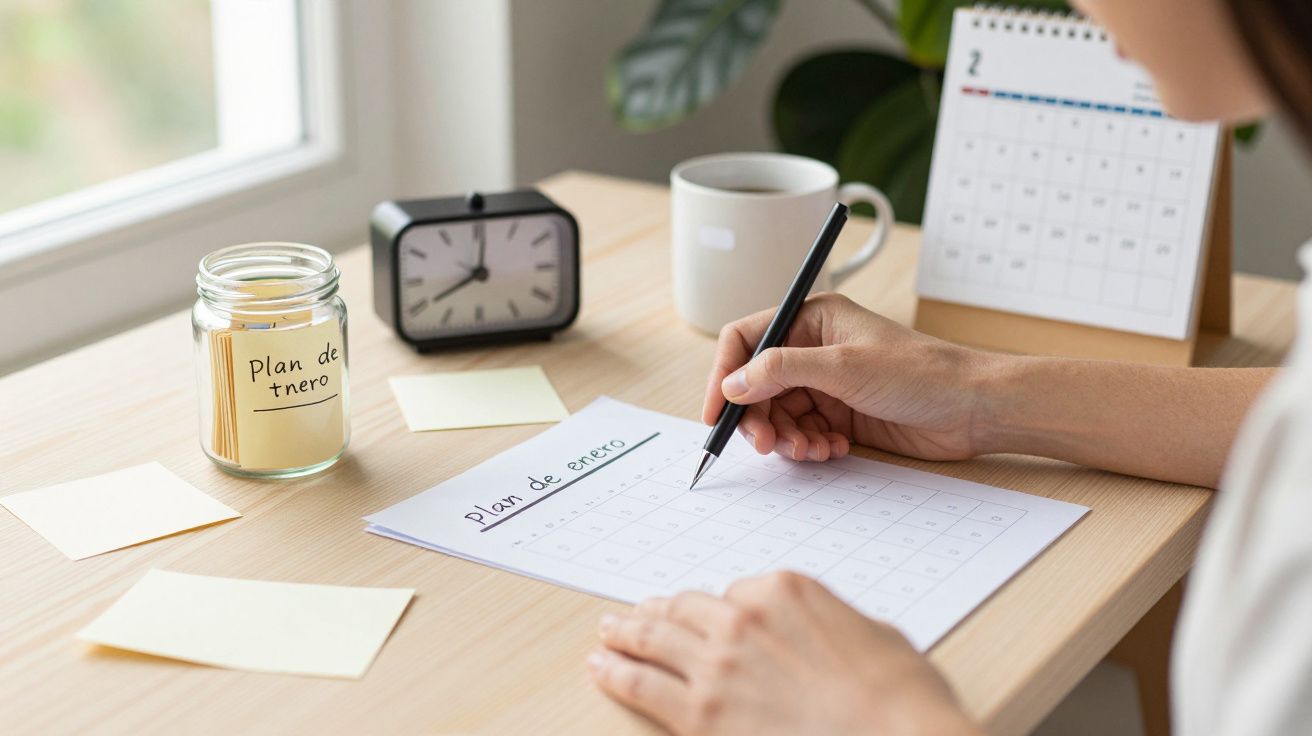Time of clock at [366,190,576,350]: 8:00
